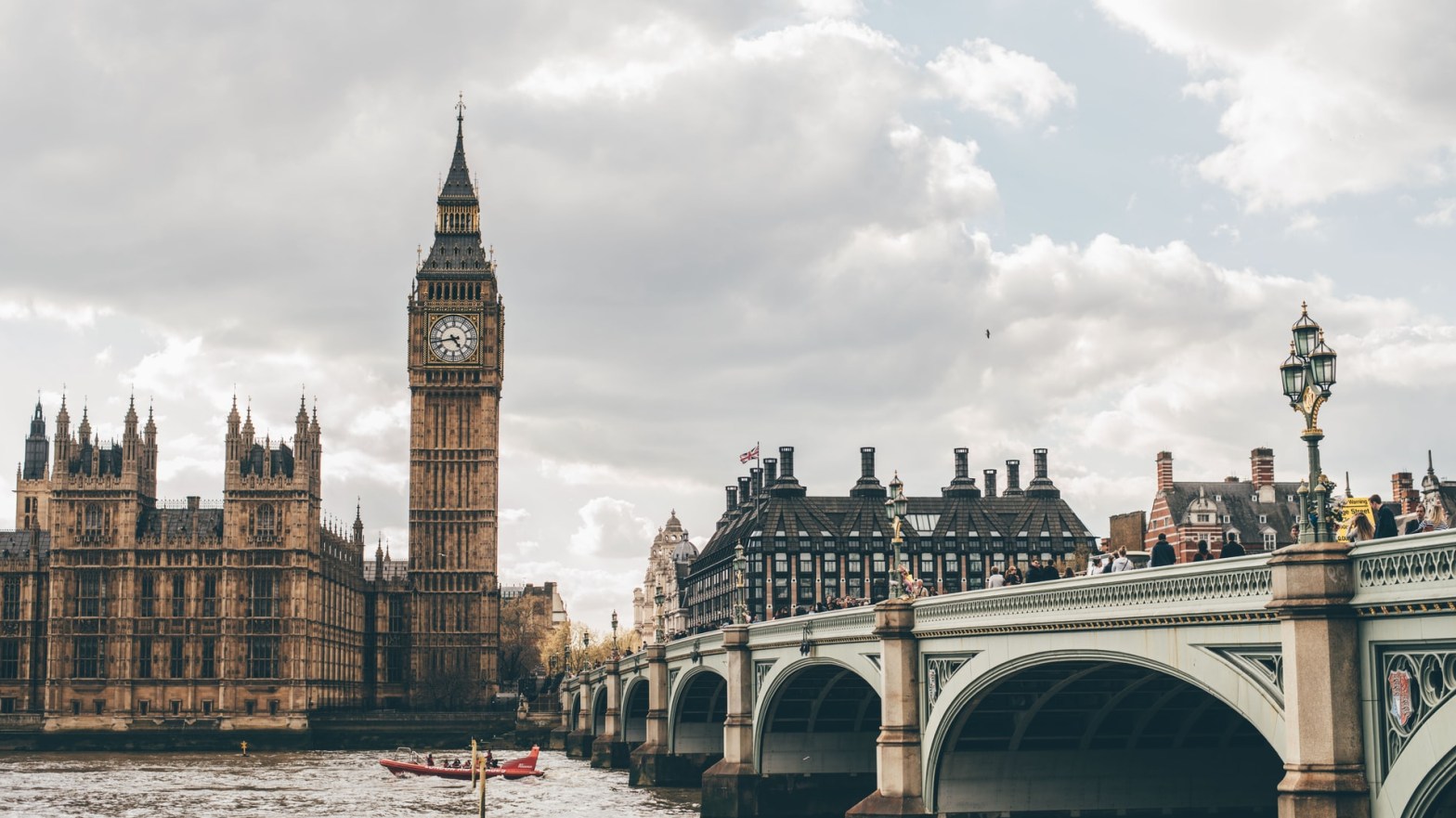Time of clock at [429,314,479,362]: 4:43
